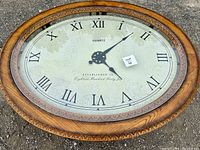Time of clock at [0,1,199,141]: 4:07
